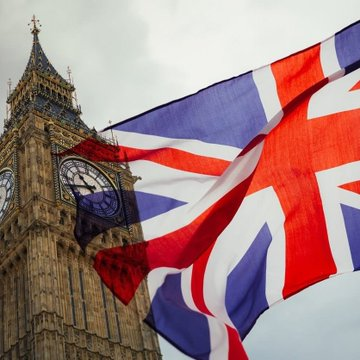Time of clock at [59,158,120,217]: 10:41
